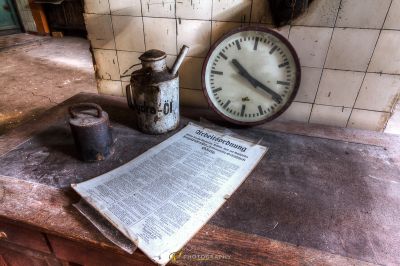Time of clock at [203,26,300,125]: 10:19
